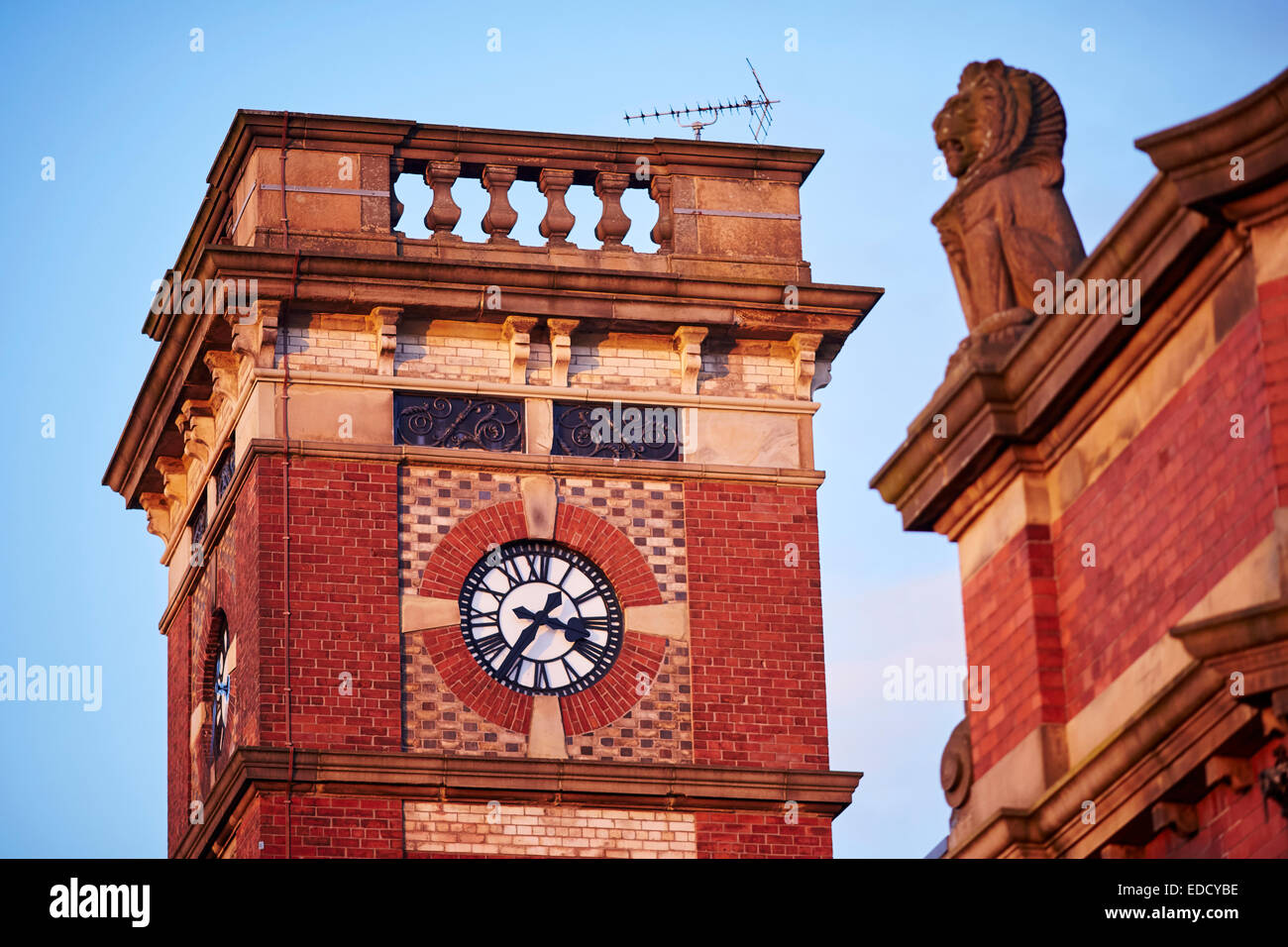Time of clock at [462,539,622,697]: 3:36
